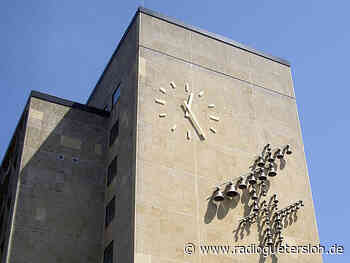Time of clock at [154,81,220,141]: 12:25
